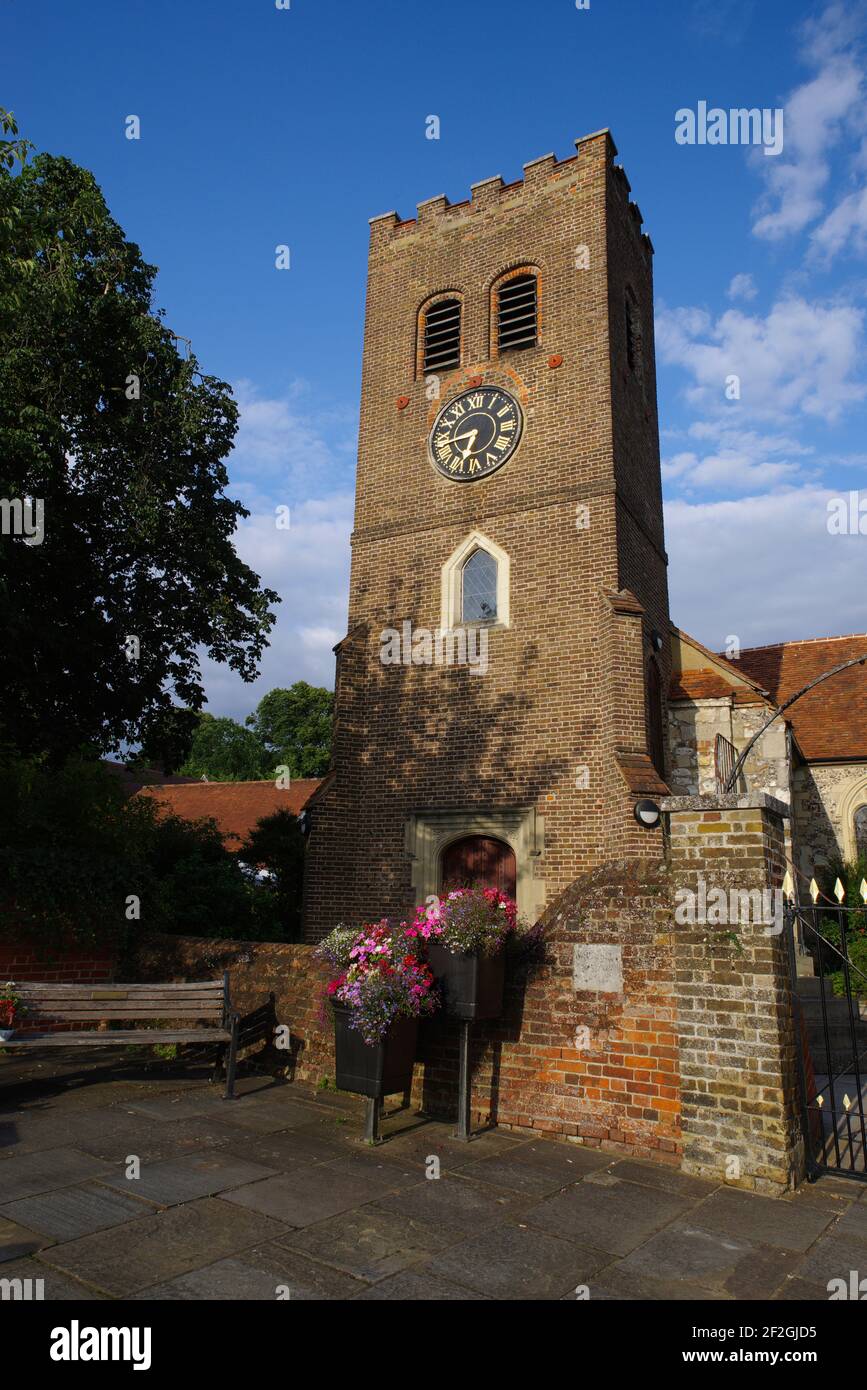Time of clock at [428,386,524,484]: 6:43
